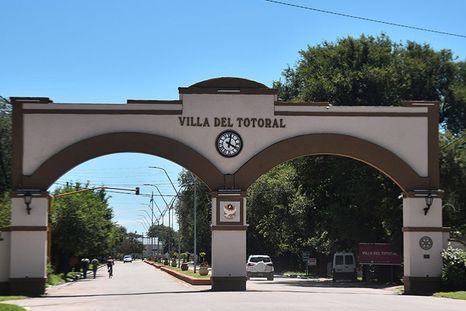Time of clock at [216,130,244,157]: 4:01
